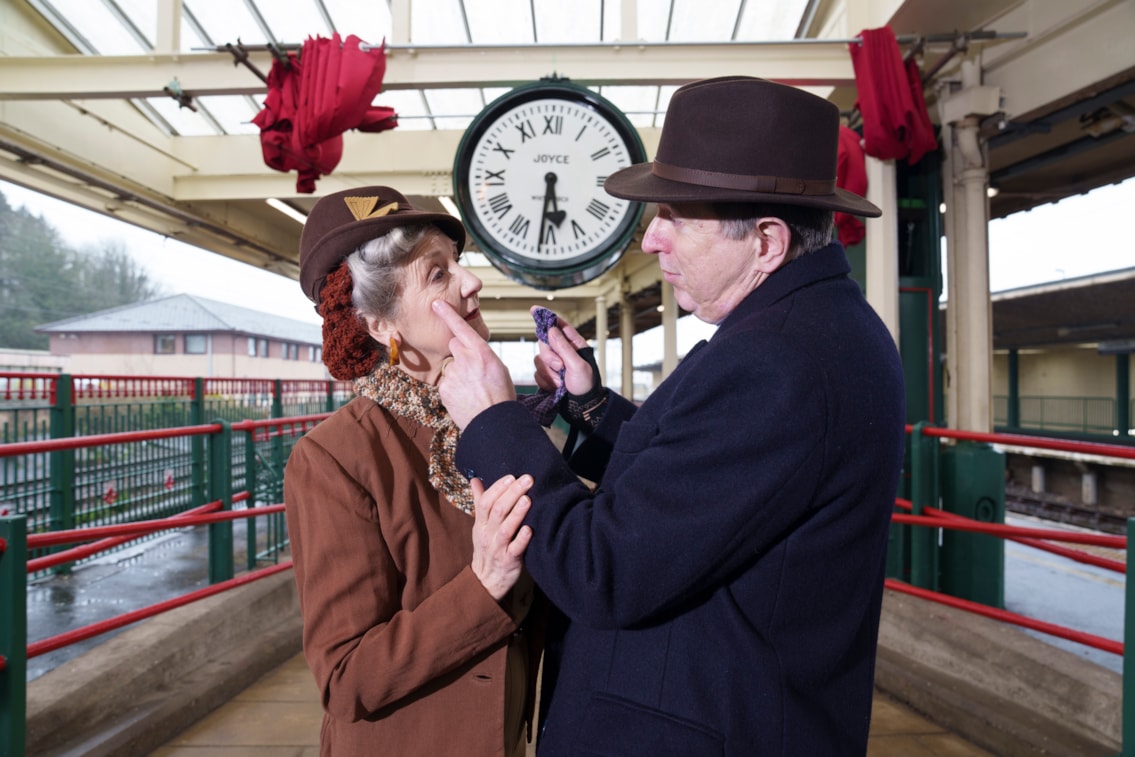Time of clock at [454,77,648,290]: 5:30
